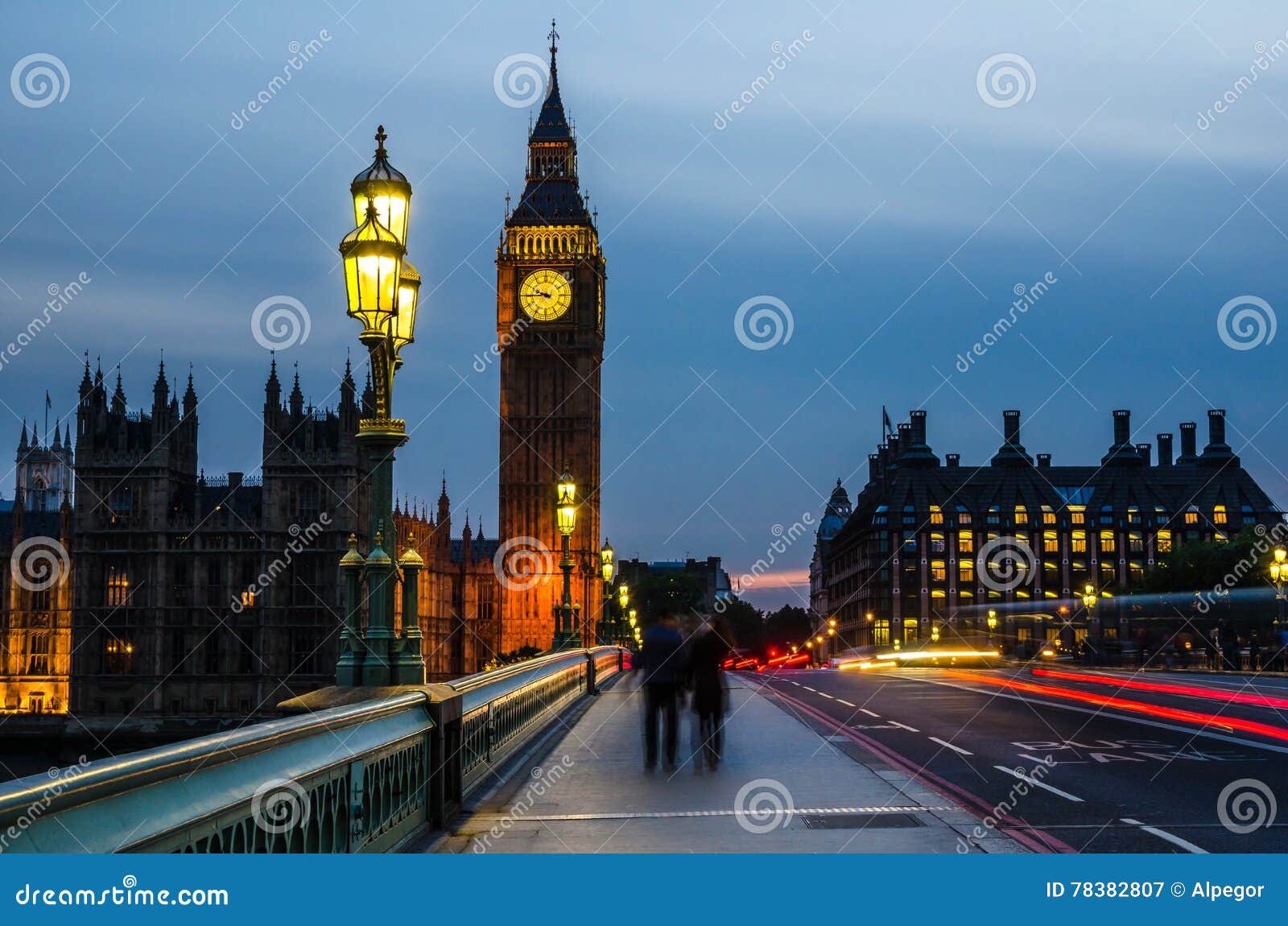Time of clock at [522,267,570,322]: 9:44
